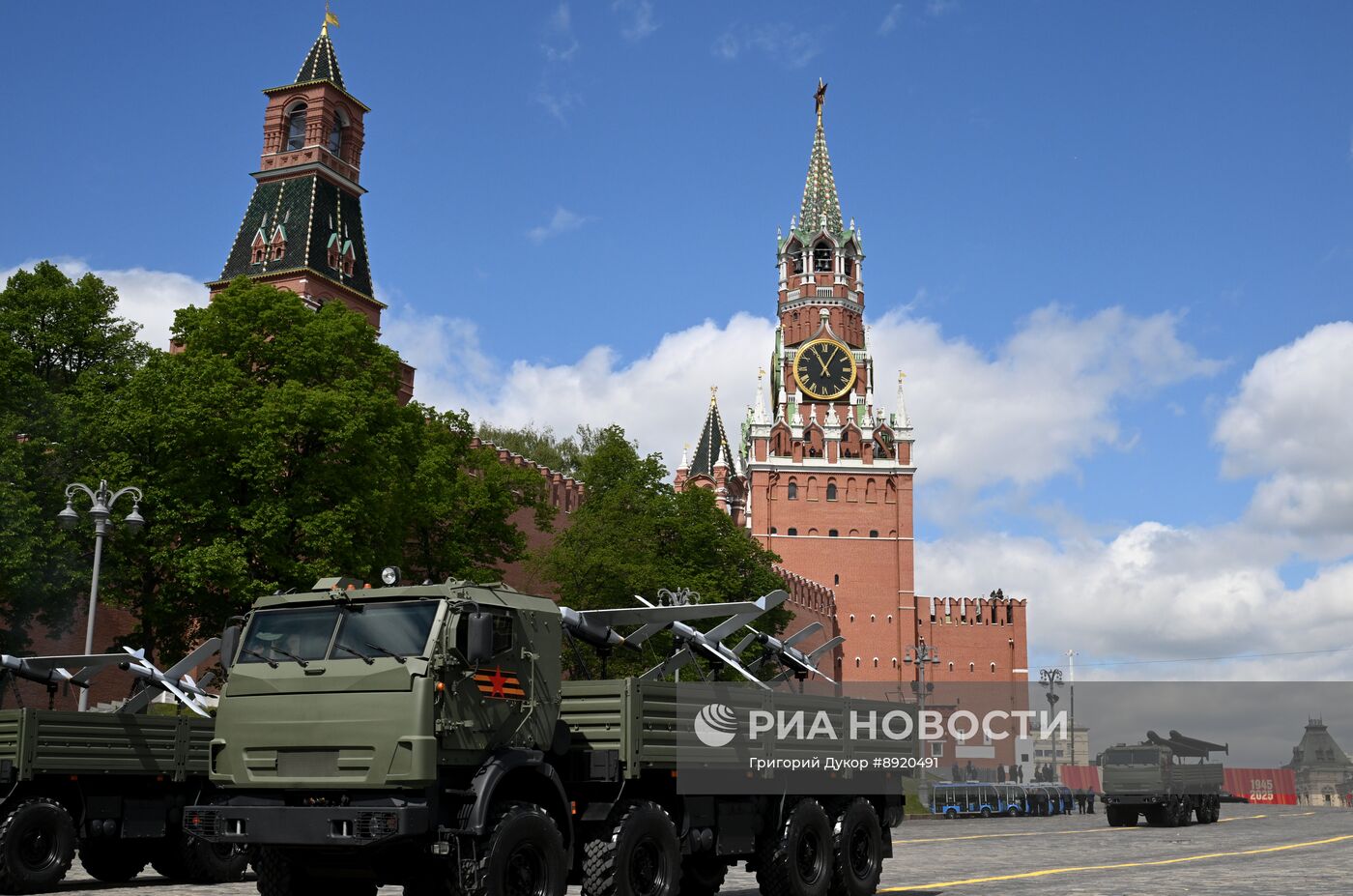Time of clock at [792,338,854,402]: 11:04
